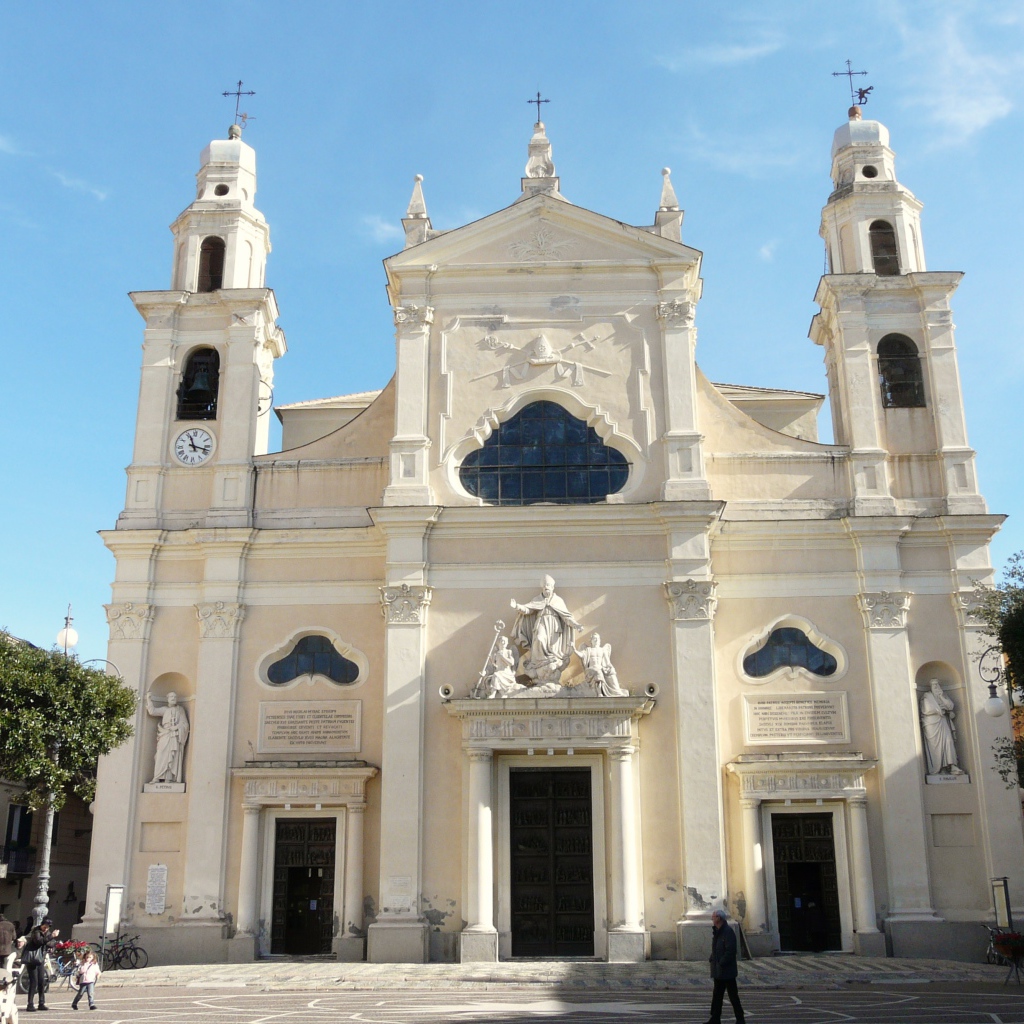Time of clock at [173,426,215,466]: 11:17
